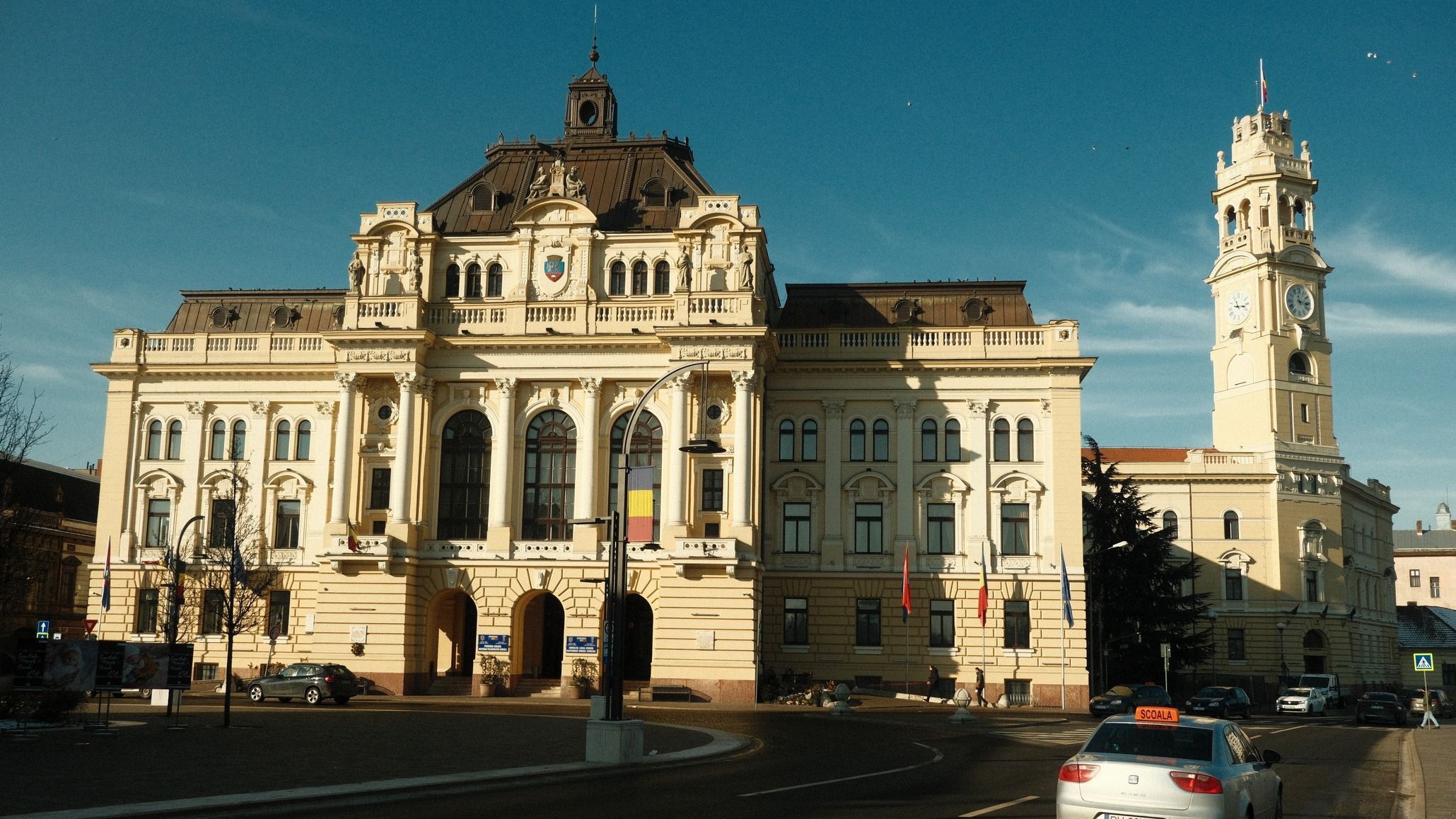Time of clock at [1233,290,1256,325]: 11:16
